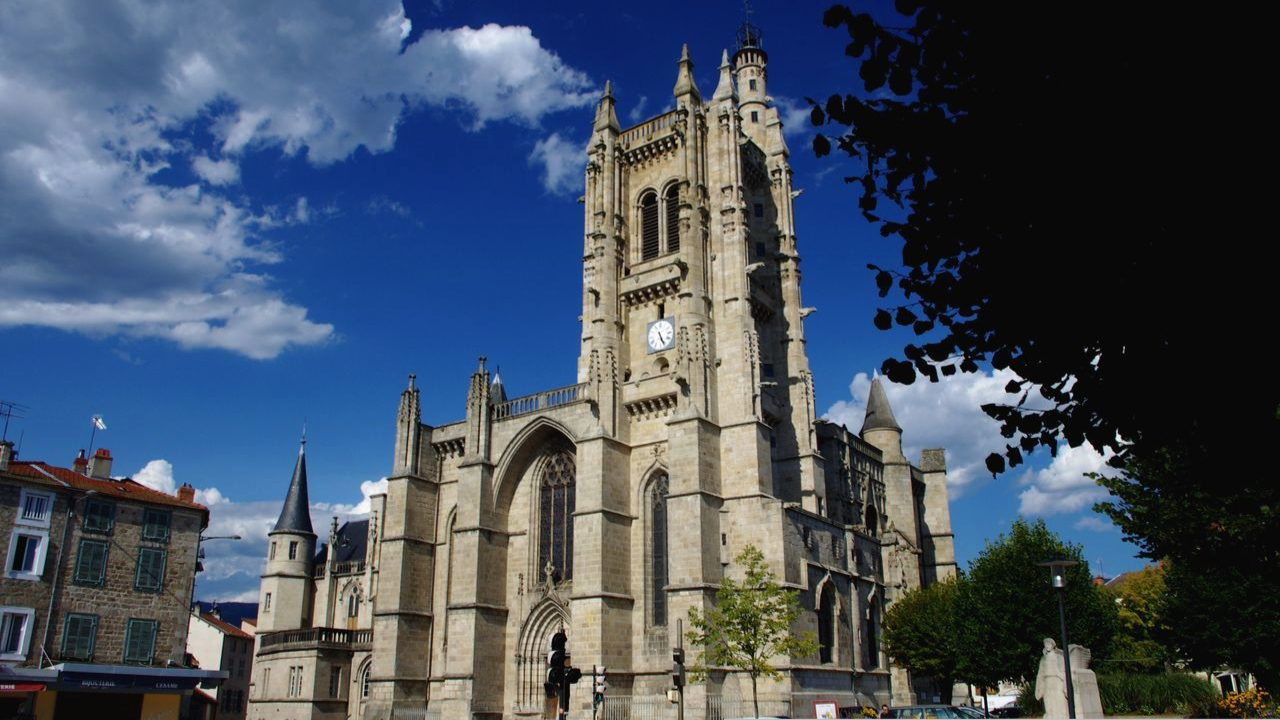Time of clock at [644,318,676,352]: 5:26
